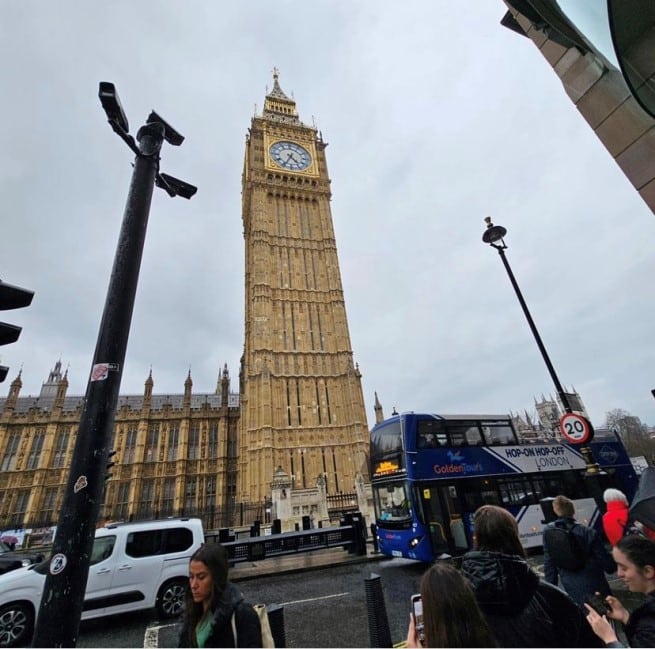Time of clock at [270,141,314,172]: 4:34
